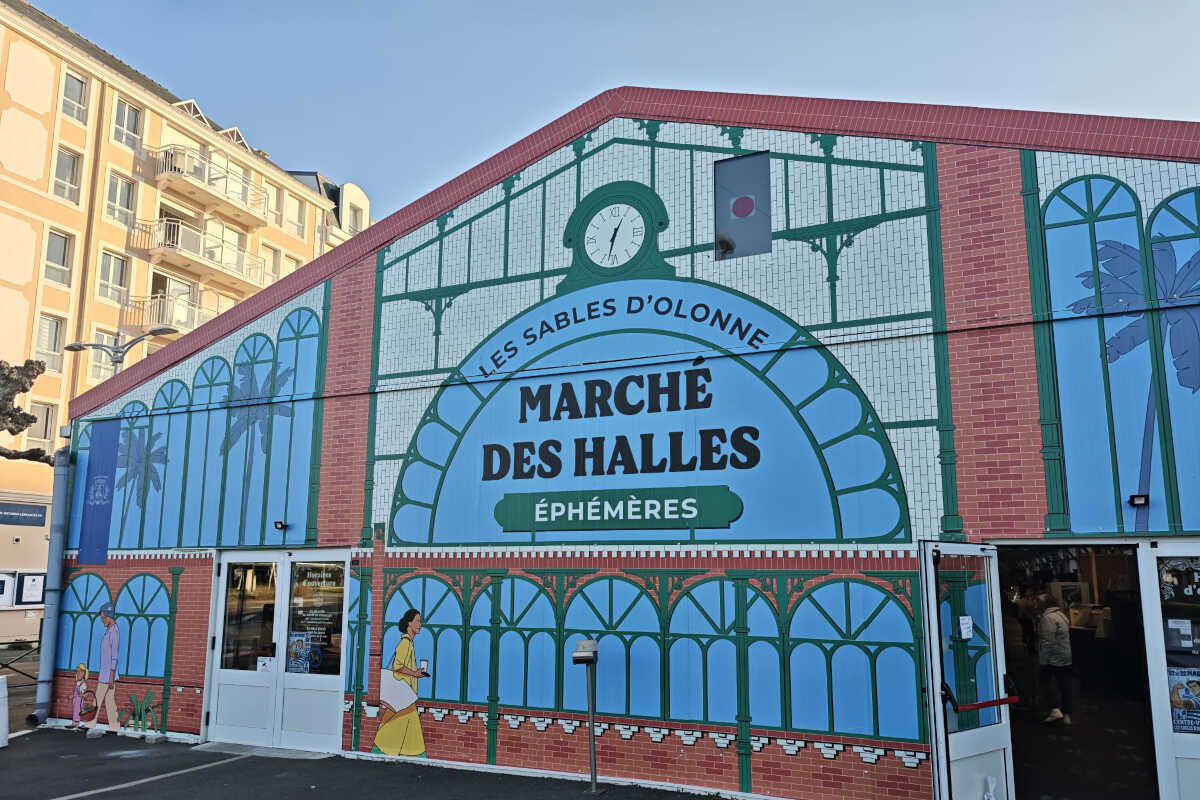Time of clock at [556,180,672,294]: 12:32
